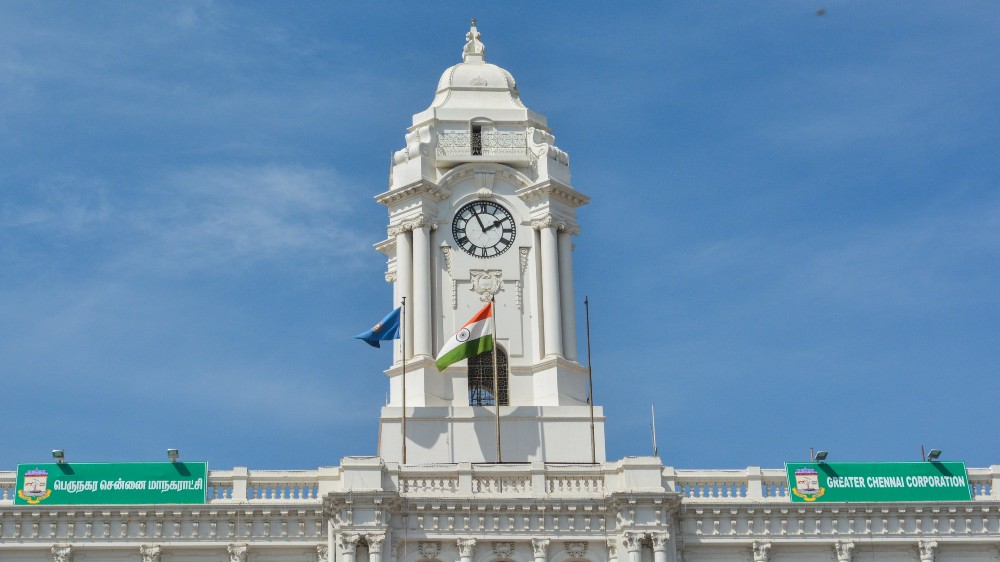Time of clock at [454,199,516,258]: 1:55
